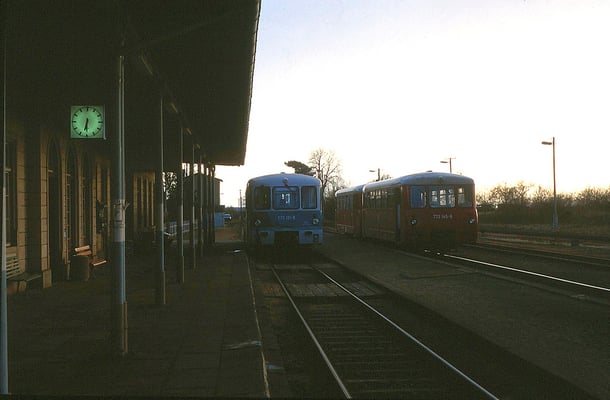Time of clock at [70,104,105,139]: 6:30
